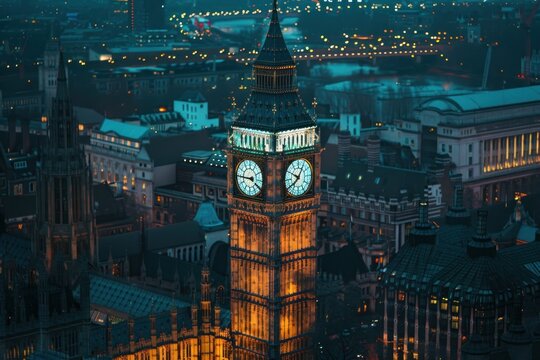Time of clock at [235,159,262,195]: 3:44
